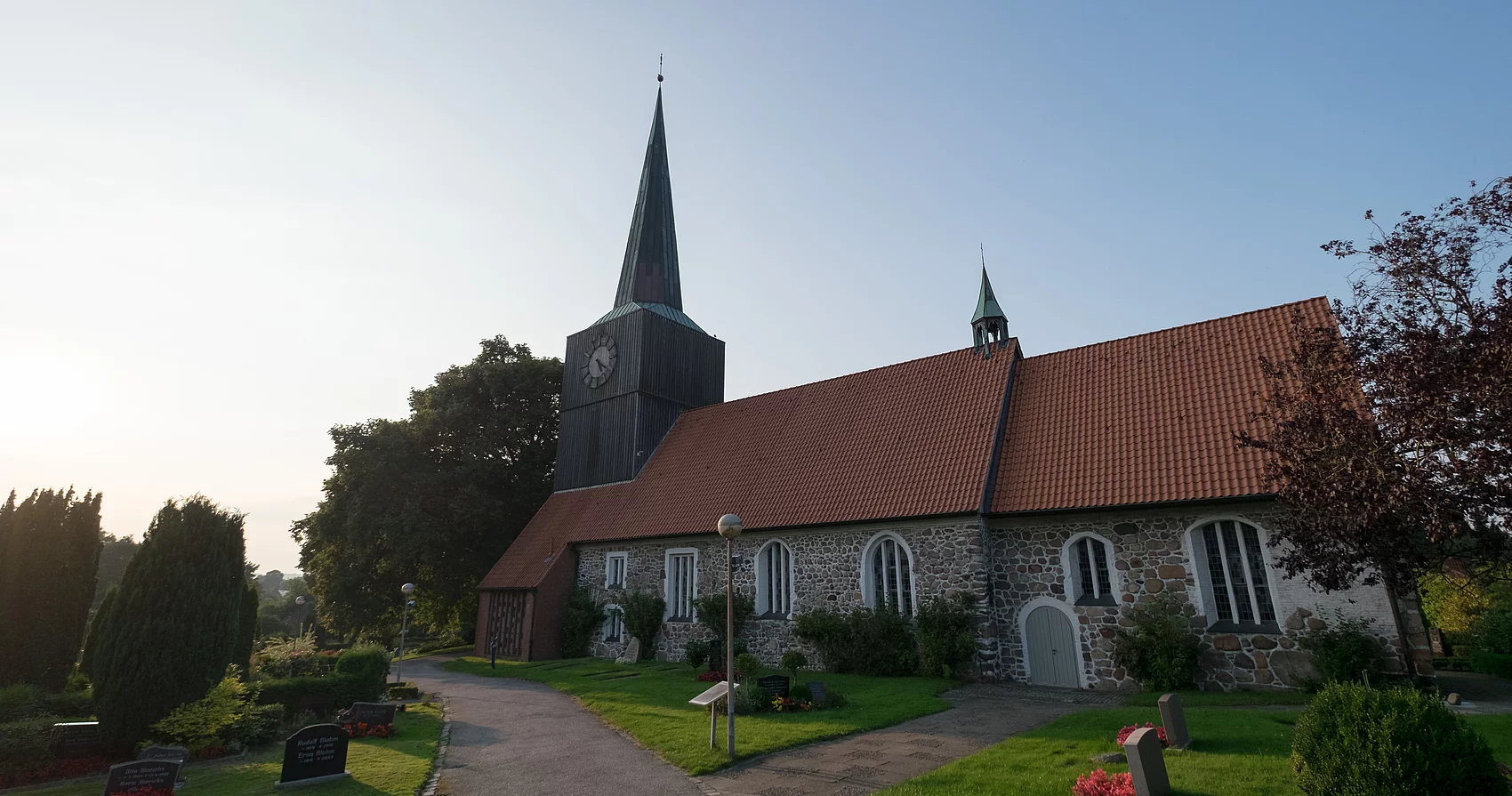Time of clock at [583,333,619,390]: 5:20
